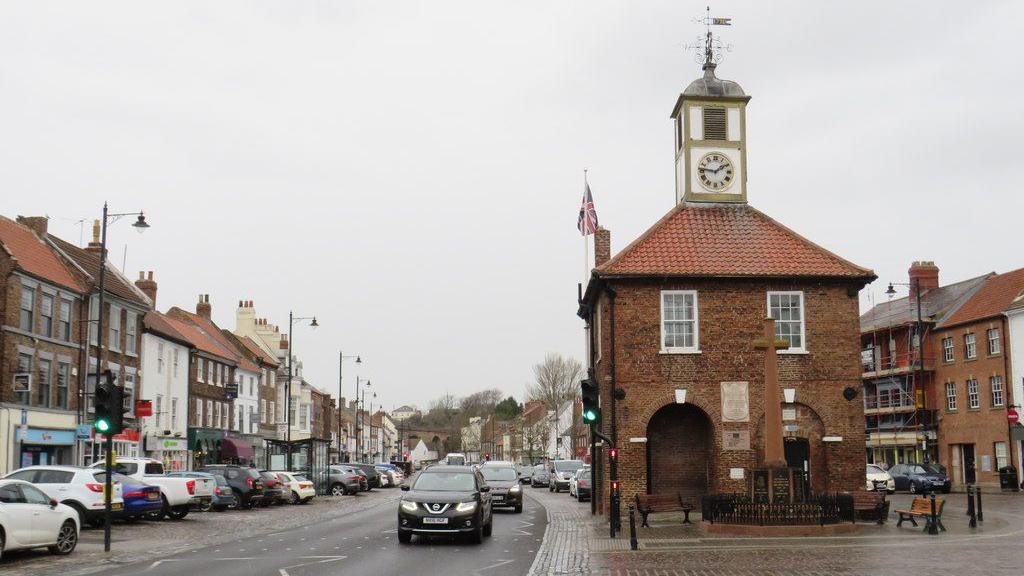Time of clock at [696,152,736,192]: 1:46
